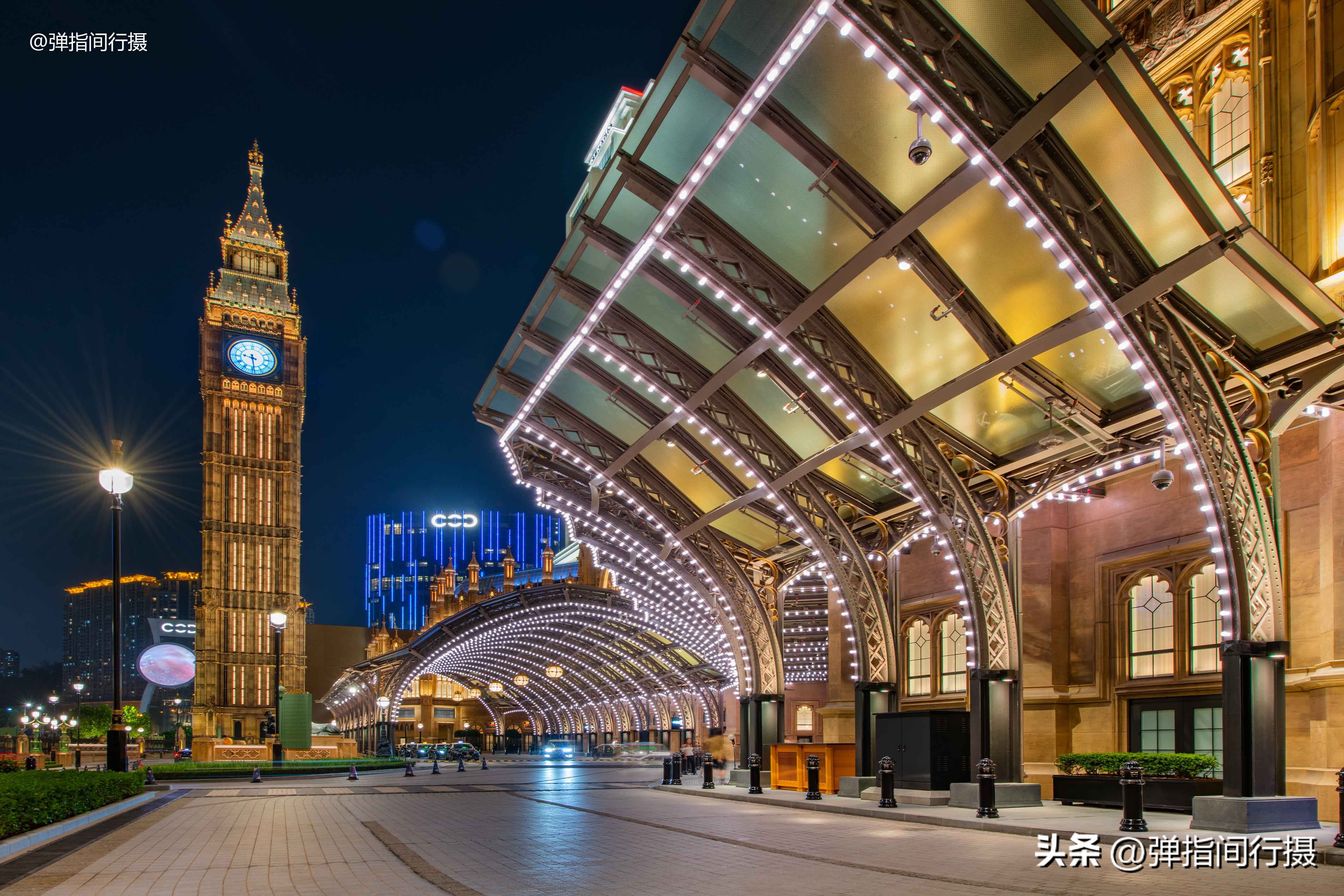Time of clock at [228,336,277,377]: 9:28
